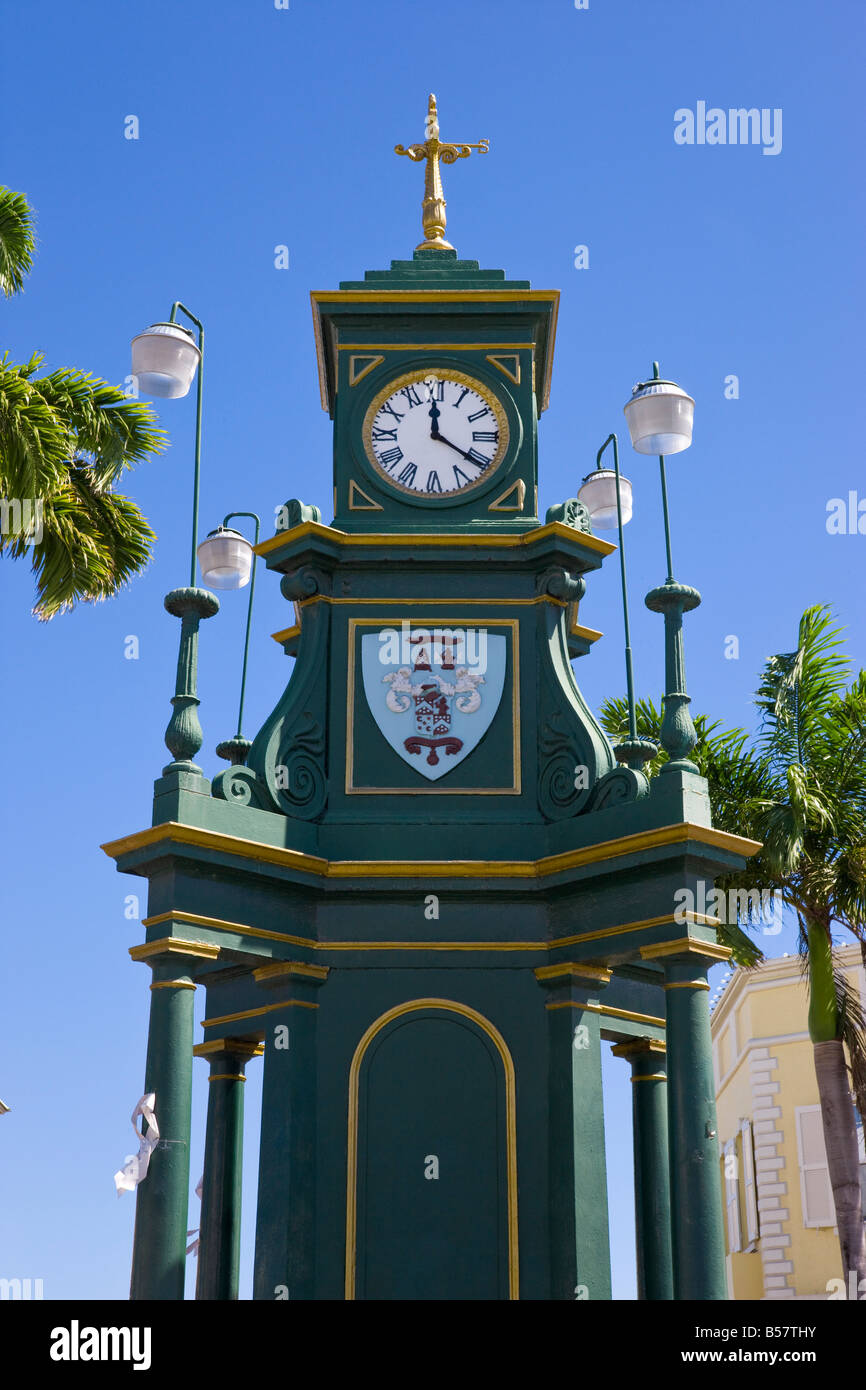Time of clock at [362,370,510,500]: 12:20
